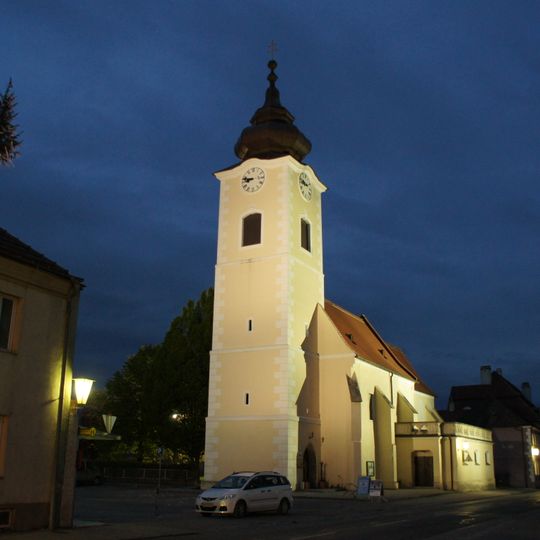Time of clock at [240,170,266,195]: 8:47
